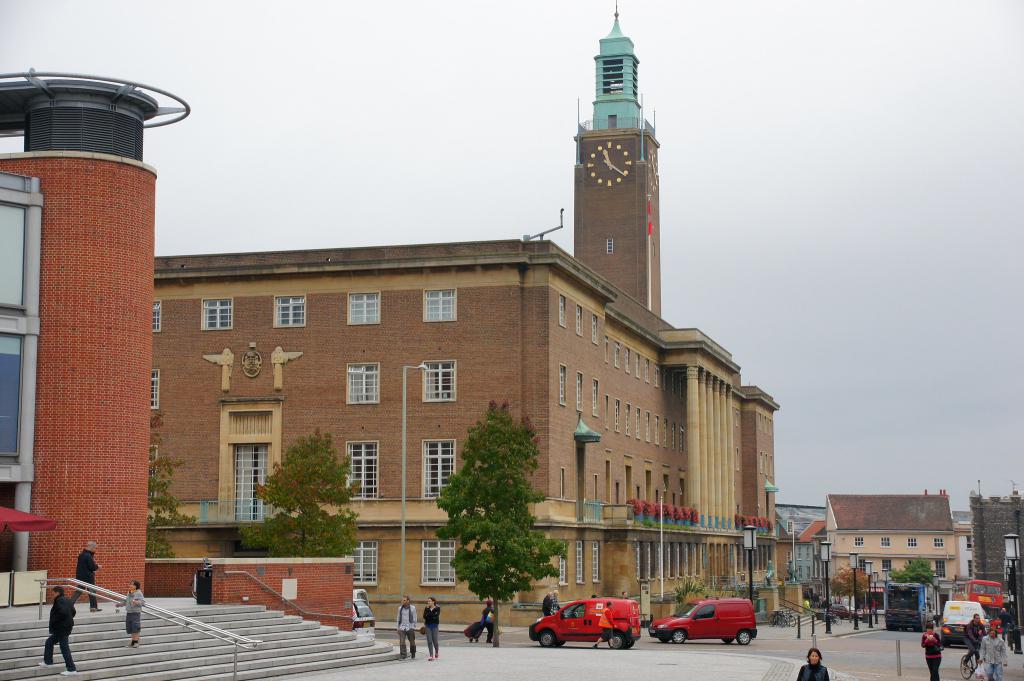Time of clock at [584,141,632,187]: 11:21
